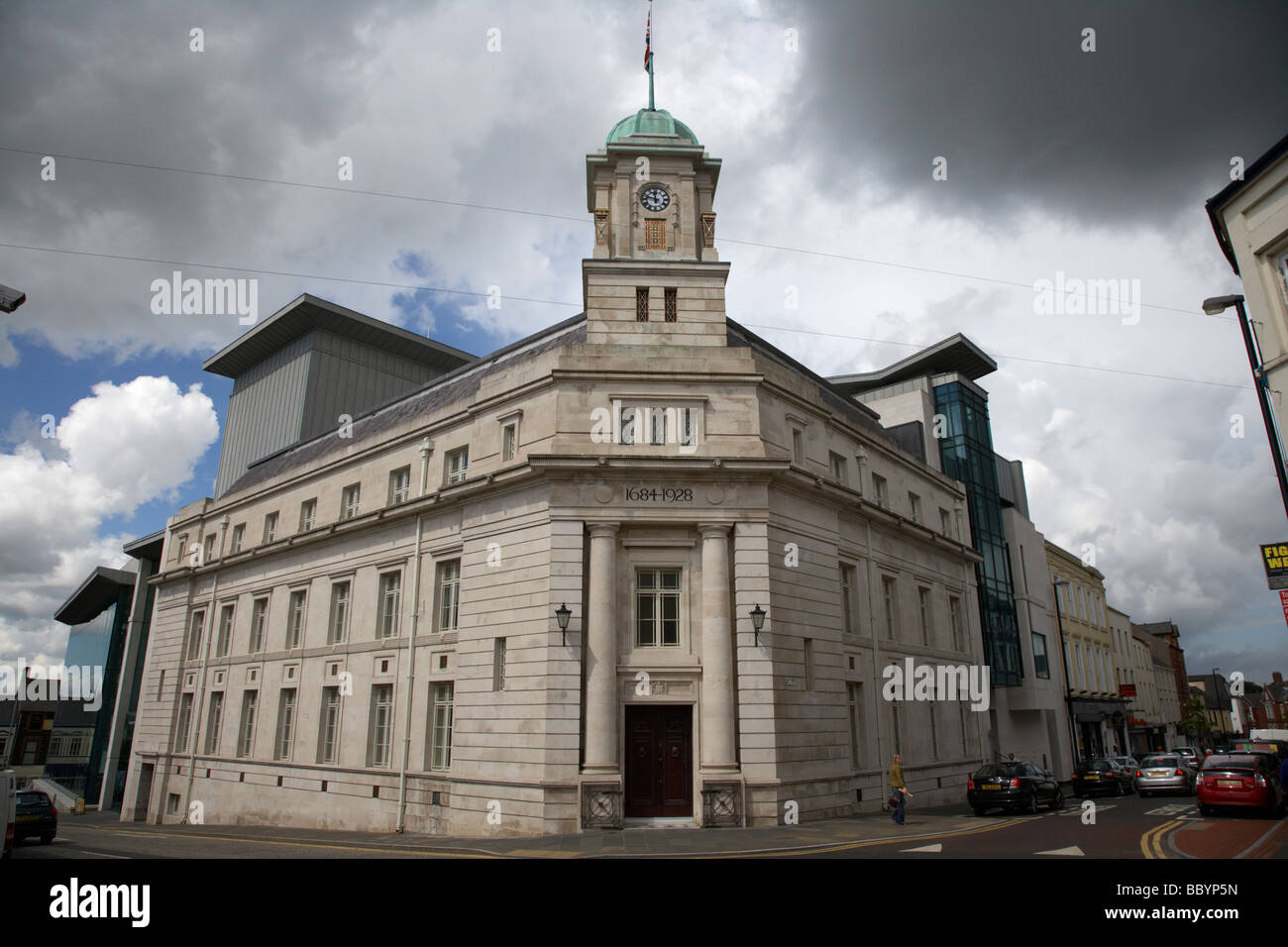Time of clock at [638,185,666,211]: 11:47
